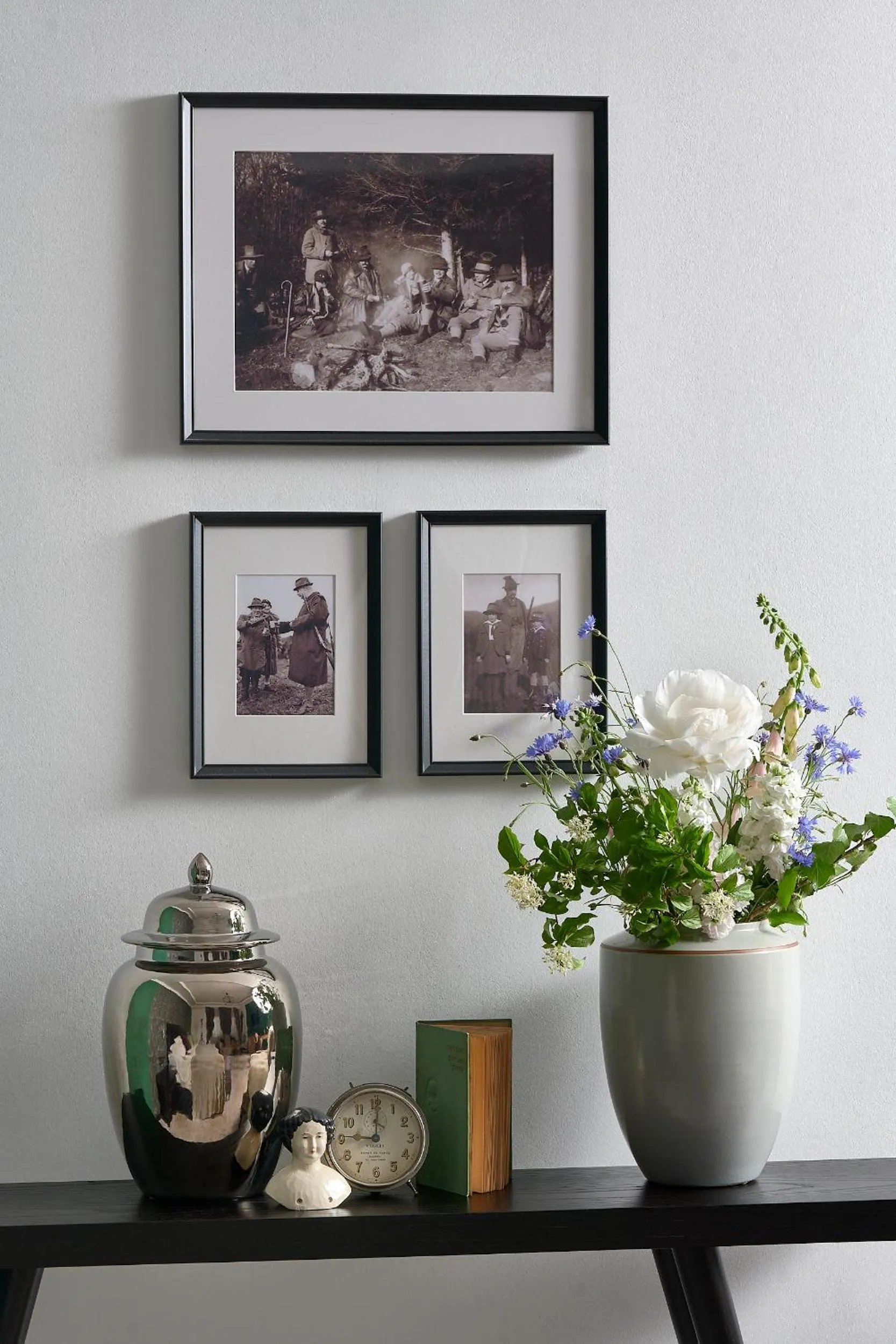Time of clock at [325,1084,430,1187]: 9:01
